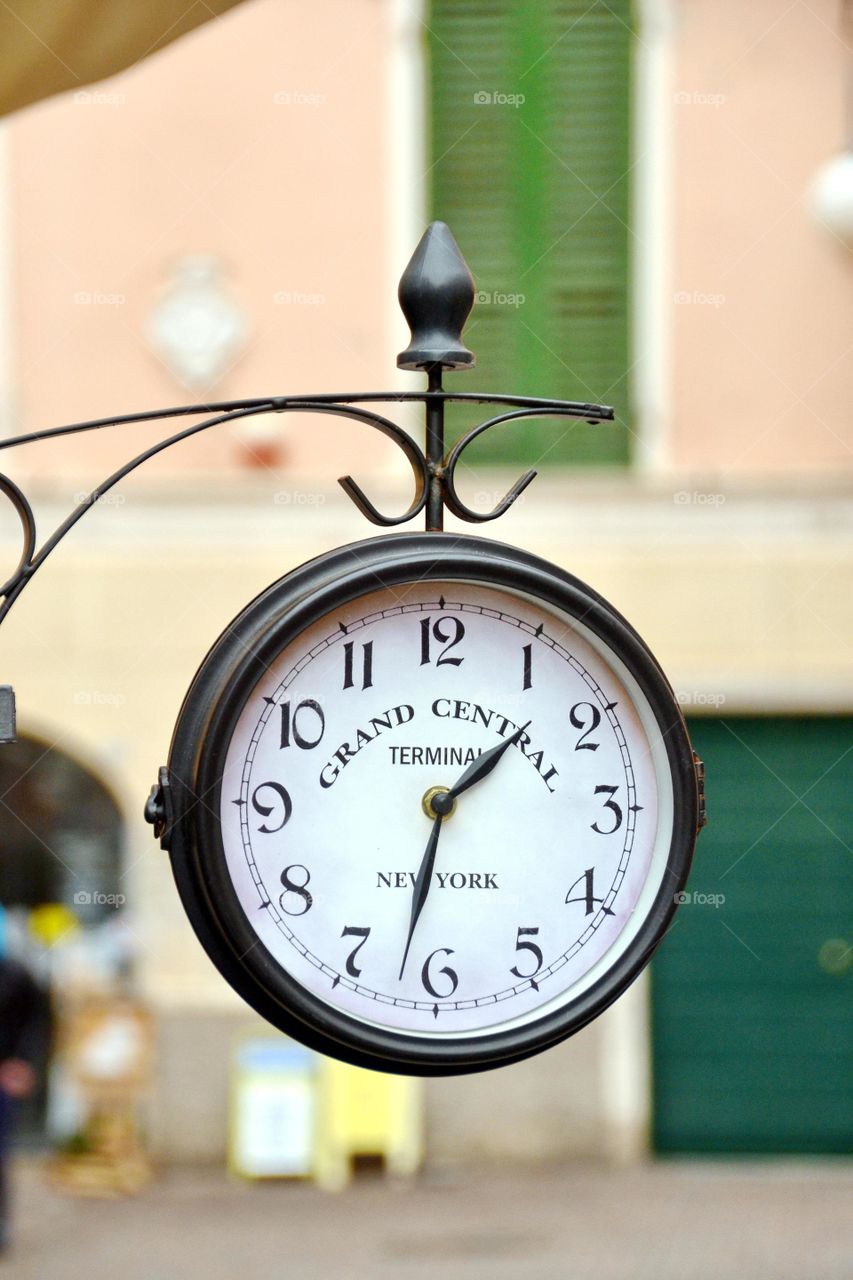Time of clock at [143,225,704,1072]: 1:32
